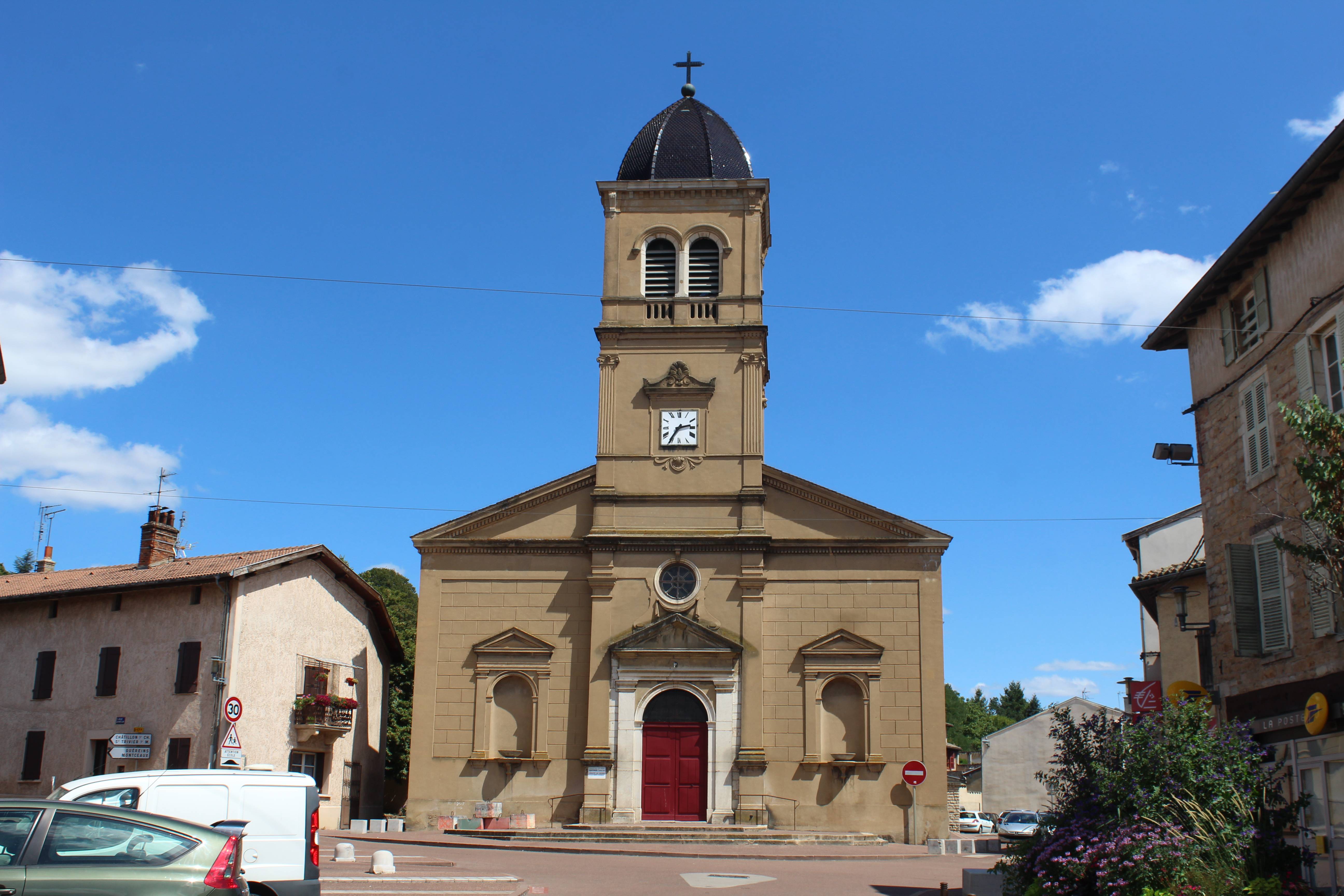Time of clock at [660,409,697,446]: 2:35
